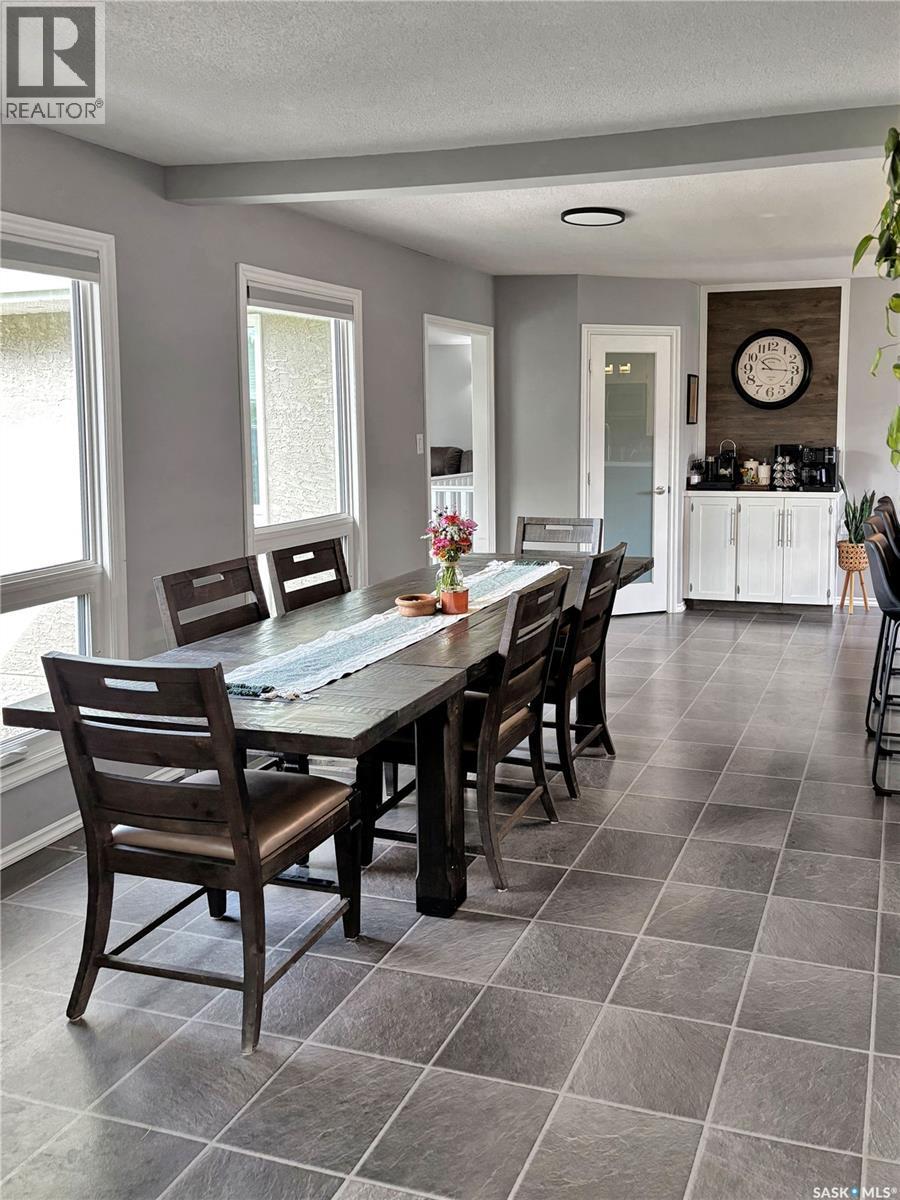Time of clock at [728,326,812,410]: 10:15
